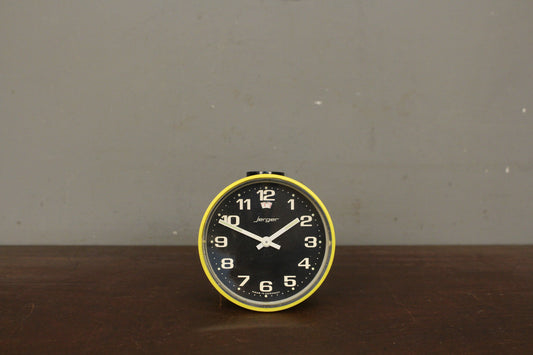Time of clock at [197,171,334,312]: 1:49
